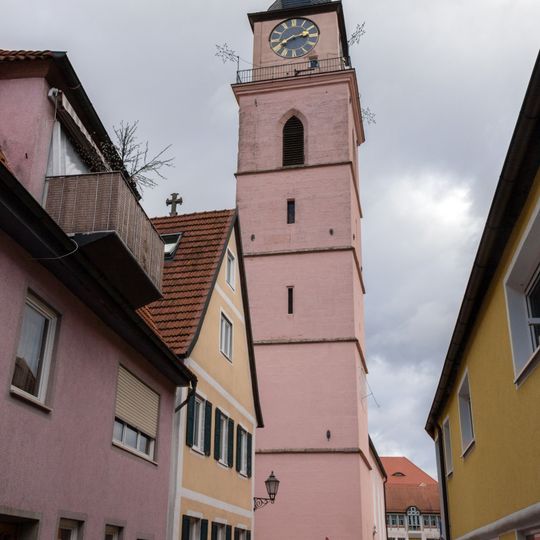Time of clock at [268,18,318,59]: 2:40
